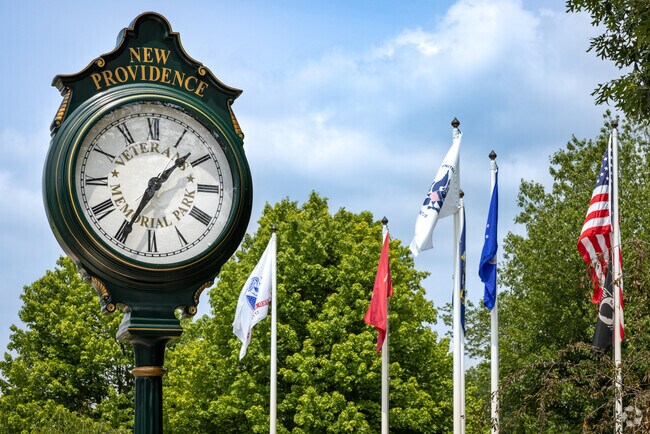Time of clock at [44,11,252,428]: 1:35
